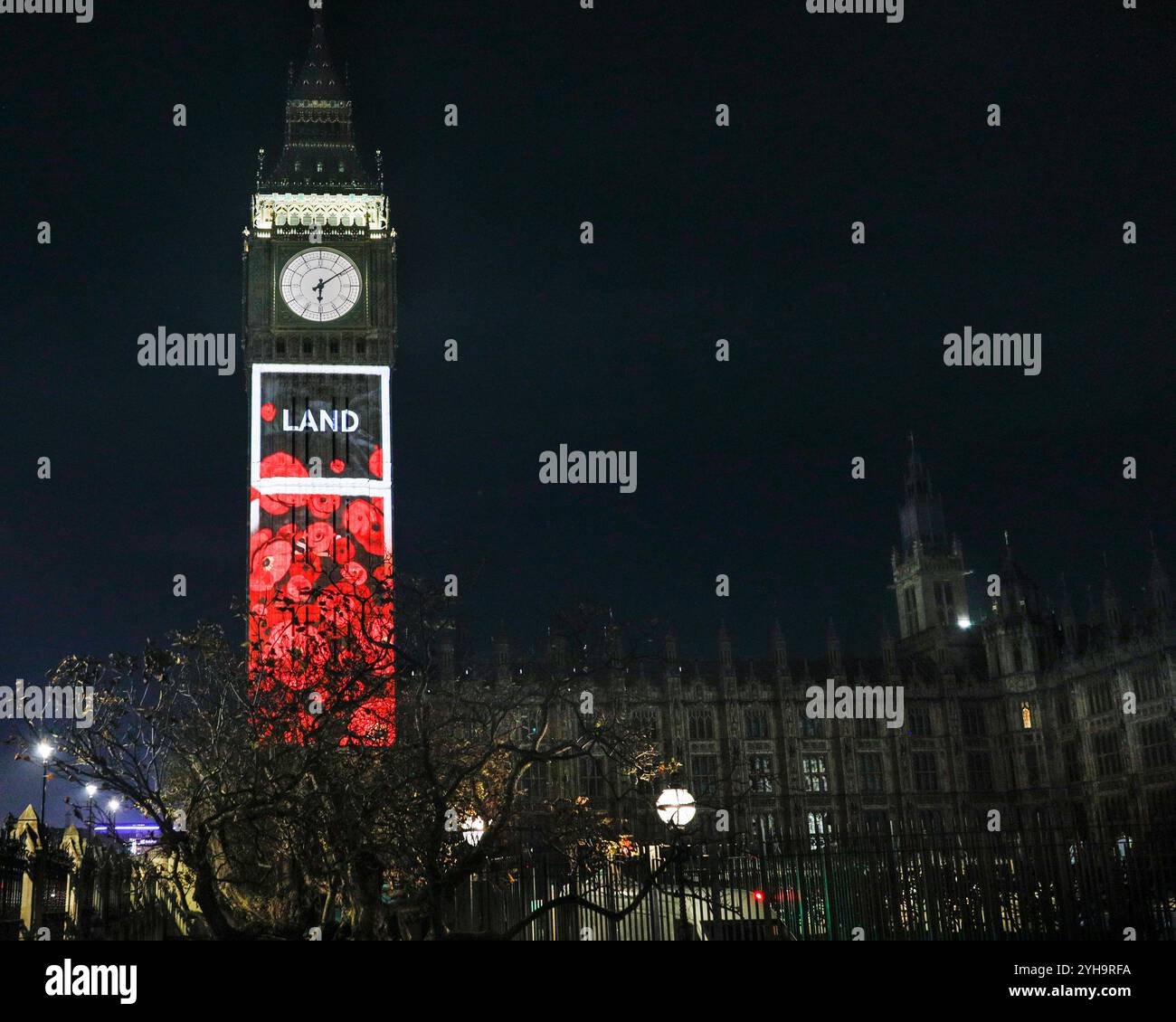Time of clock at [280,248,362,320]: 6:09
